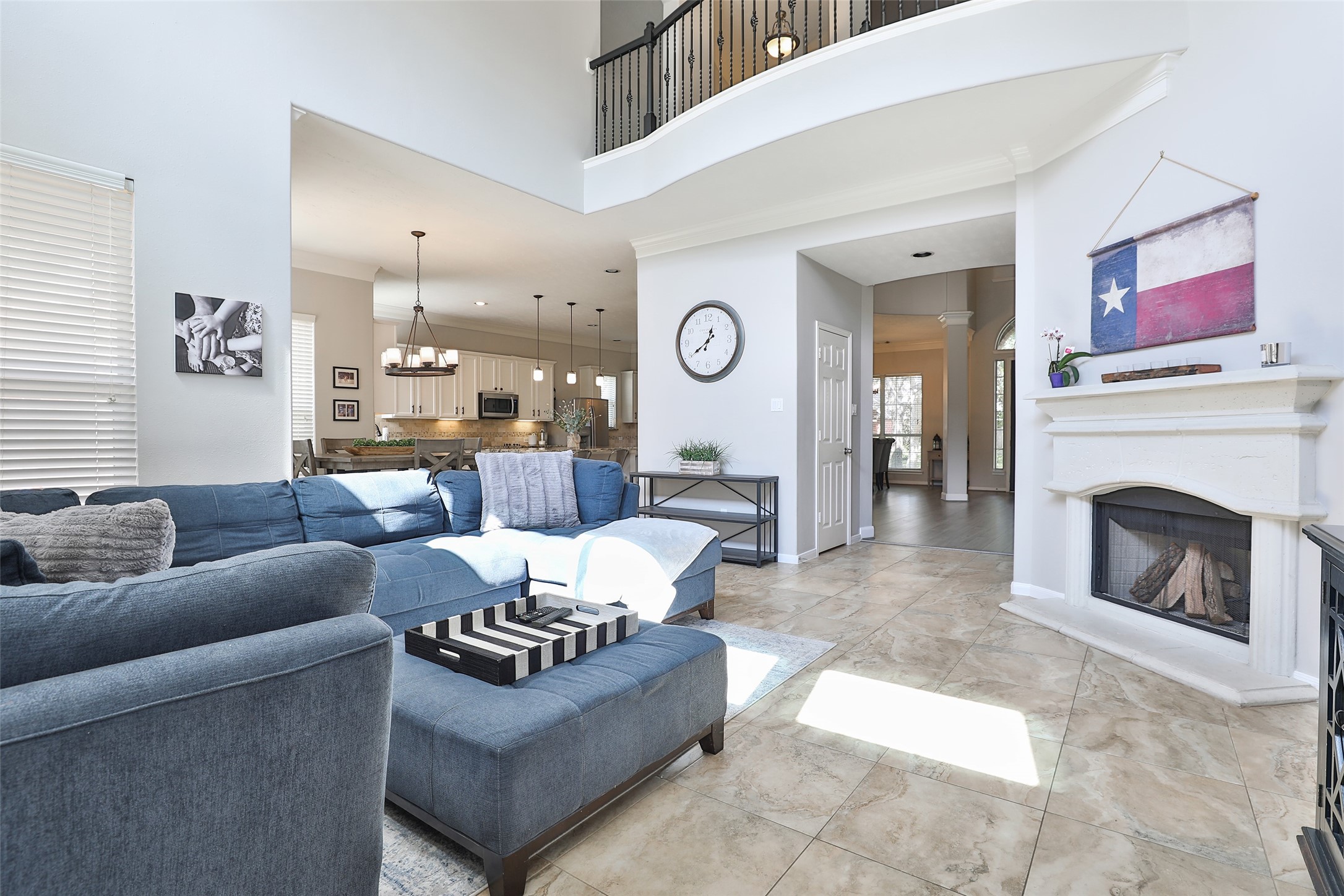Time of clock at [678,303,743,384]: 12:39
